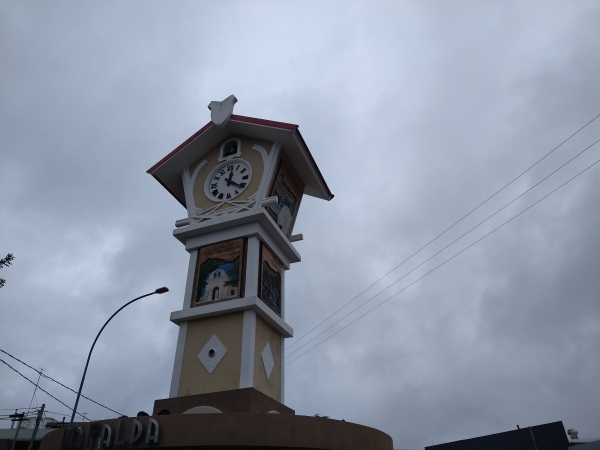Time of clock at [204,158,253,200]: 12:20
